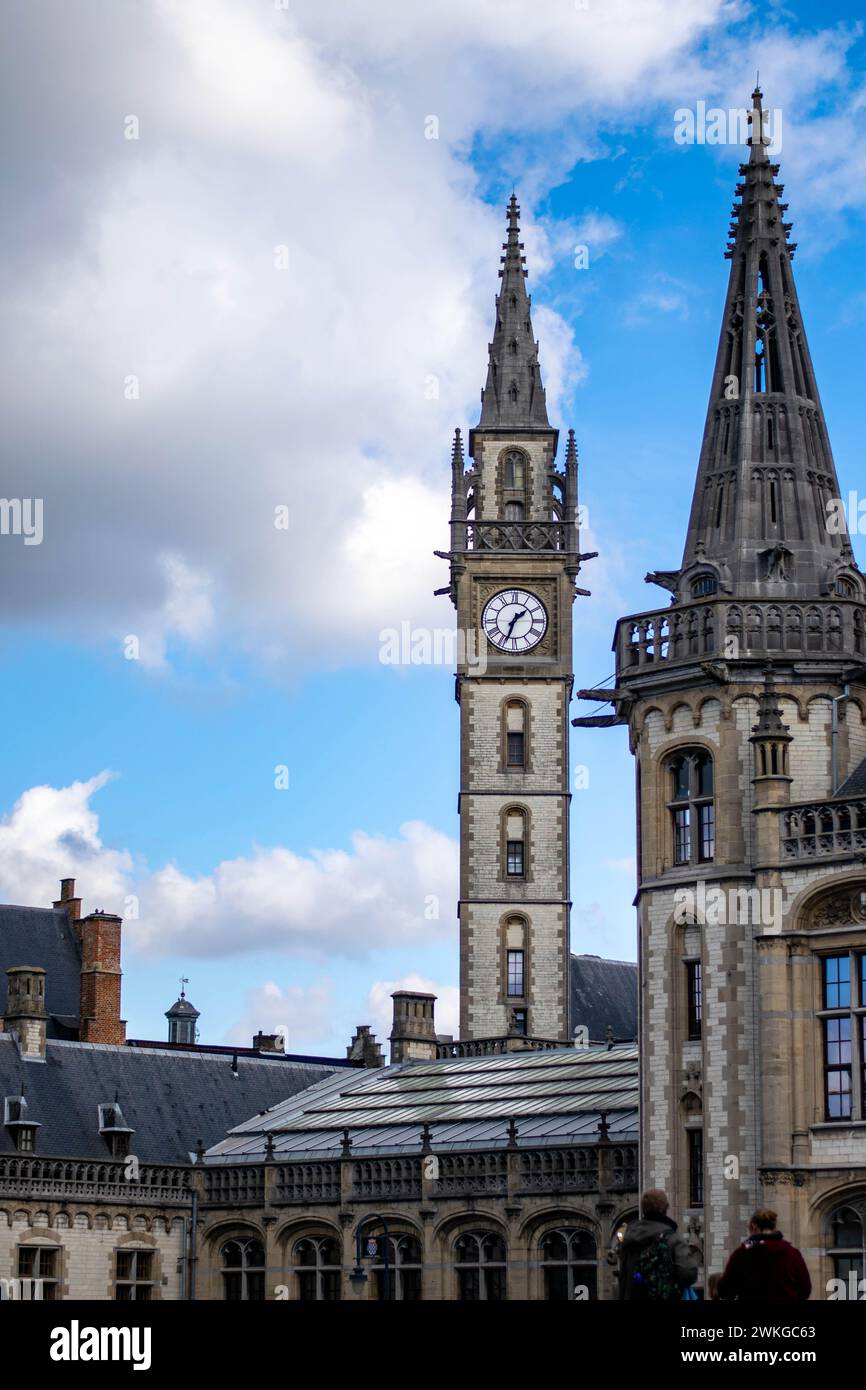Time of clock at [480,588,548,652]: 1:33
